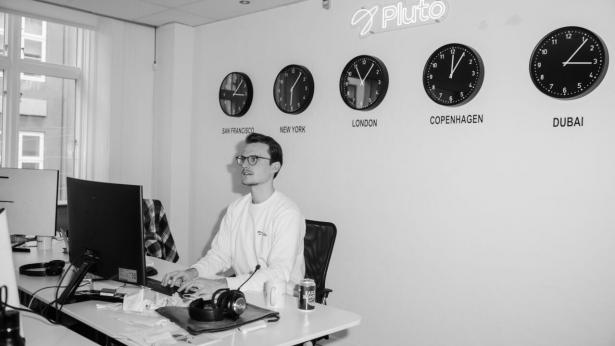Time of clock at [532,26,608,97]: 3:06
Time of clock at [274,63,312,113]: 6:06
